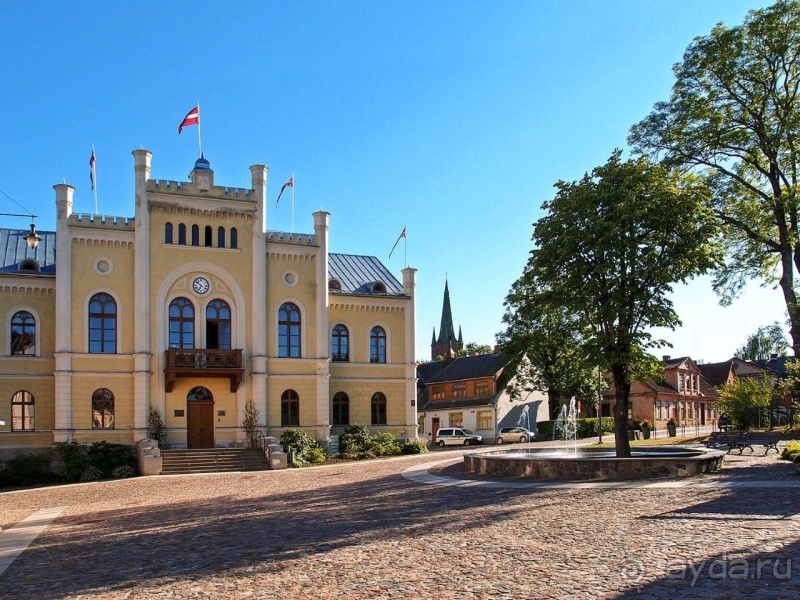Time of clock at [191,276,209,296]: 6:51
